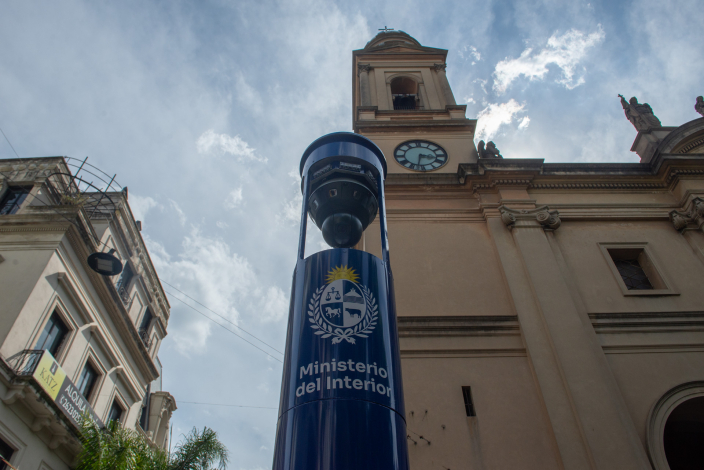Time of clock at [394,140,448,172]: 3:32
